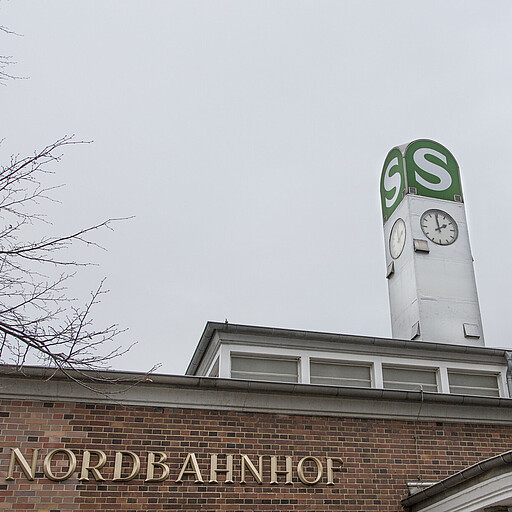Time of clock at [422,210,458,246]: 1:59
